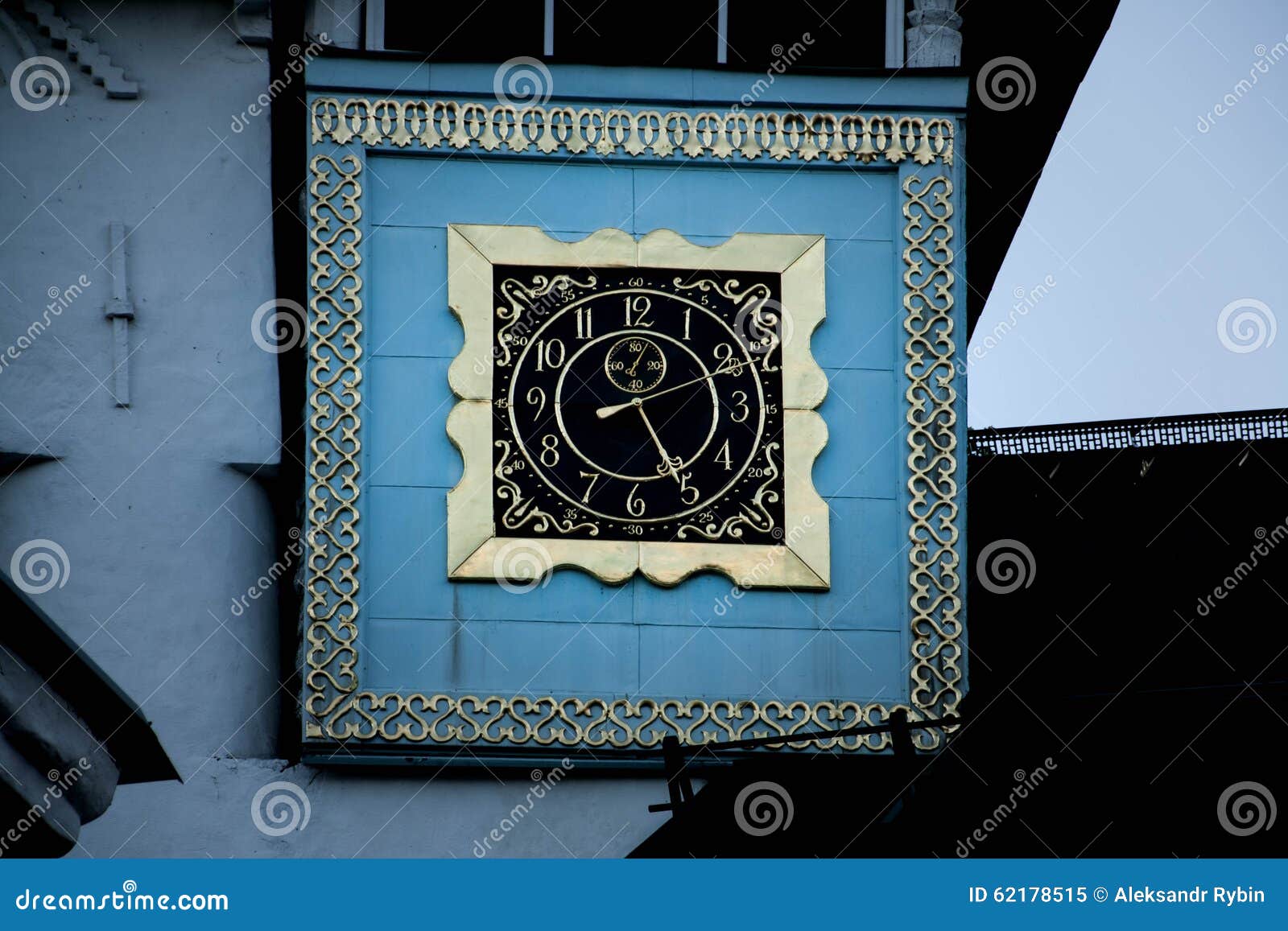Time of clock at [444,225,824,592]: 8:25
